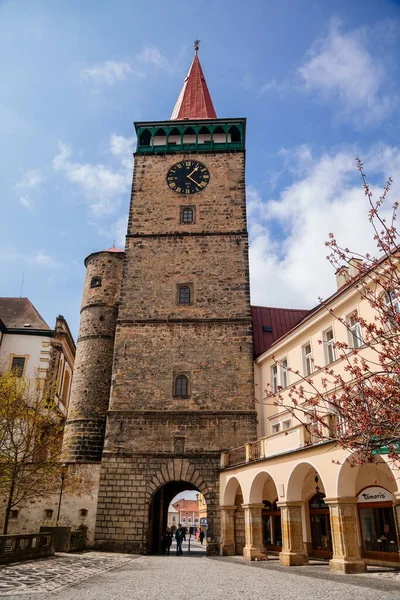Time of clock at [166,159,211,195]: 1:22
